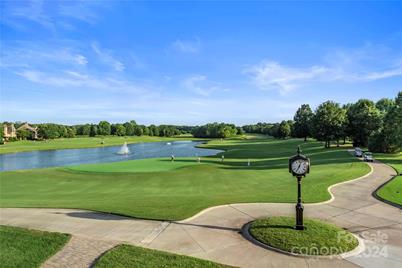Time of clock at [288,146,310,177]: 12:34
